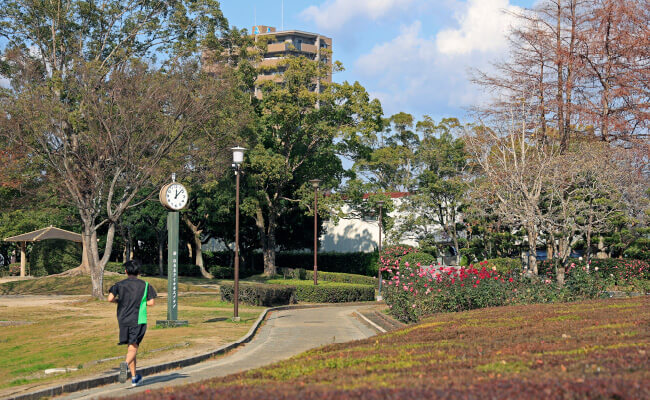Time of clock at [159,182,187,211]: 12:07
